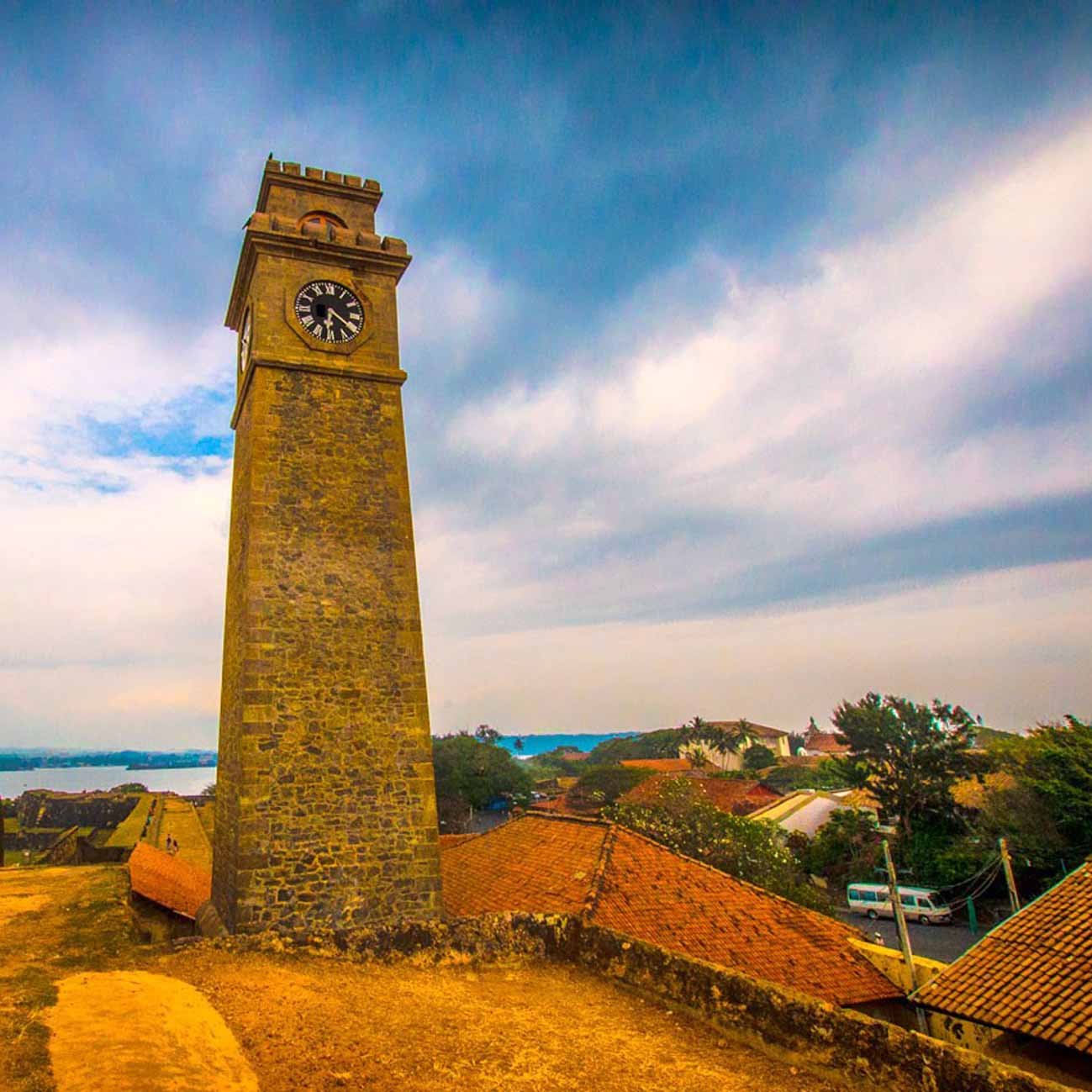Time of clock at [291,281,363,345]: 6:21
